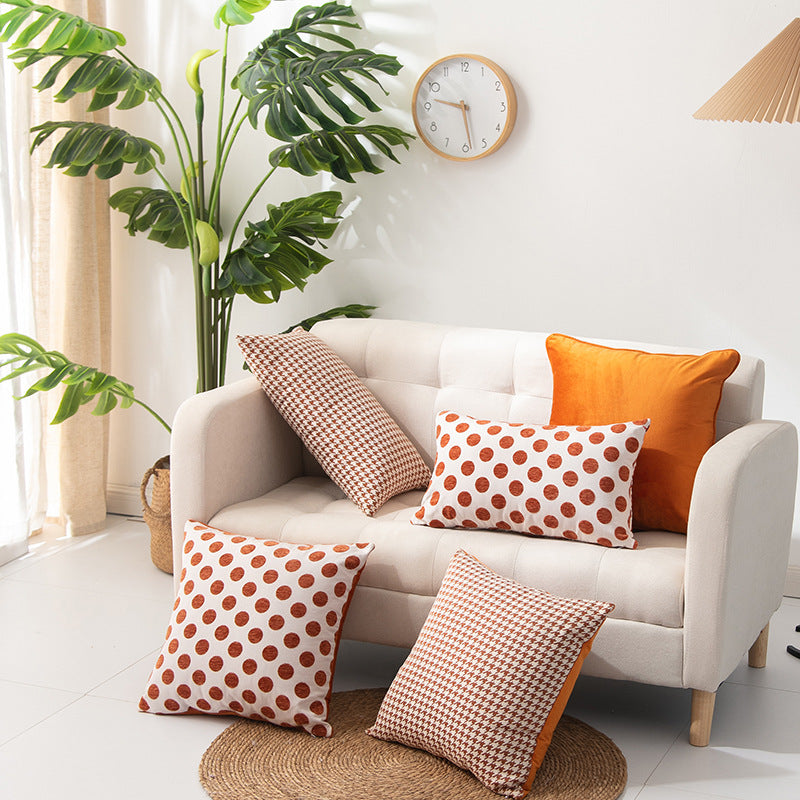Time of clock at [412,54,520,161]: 9:28
